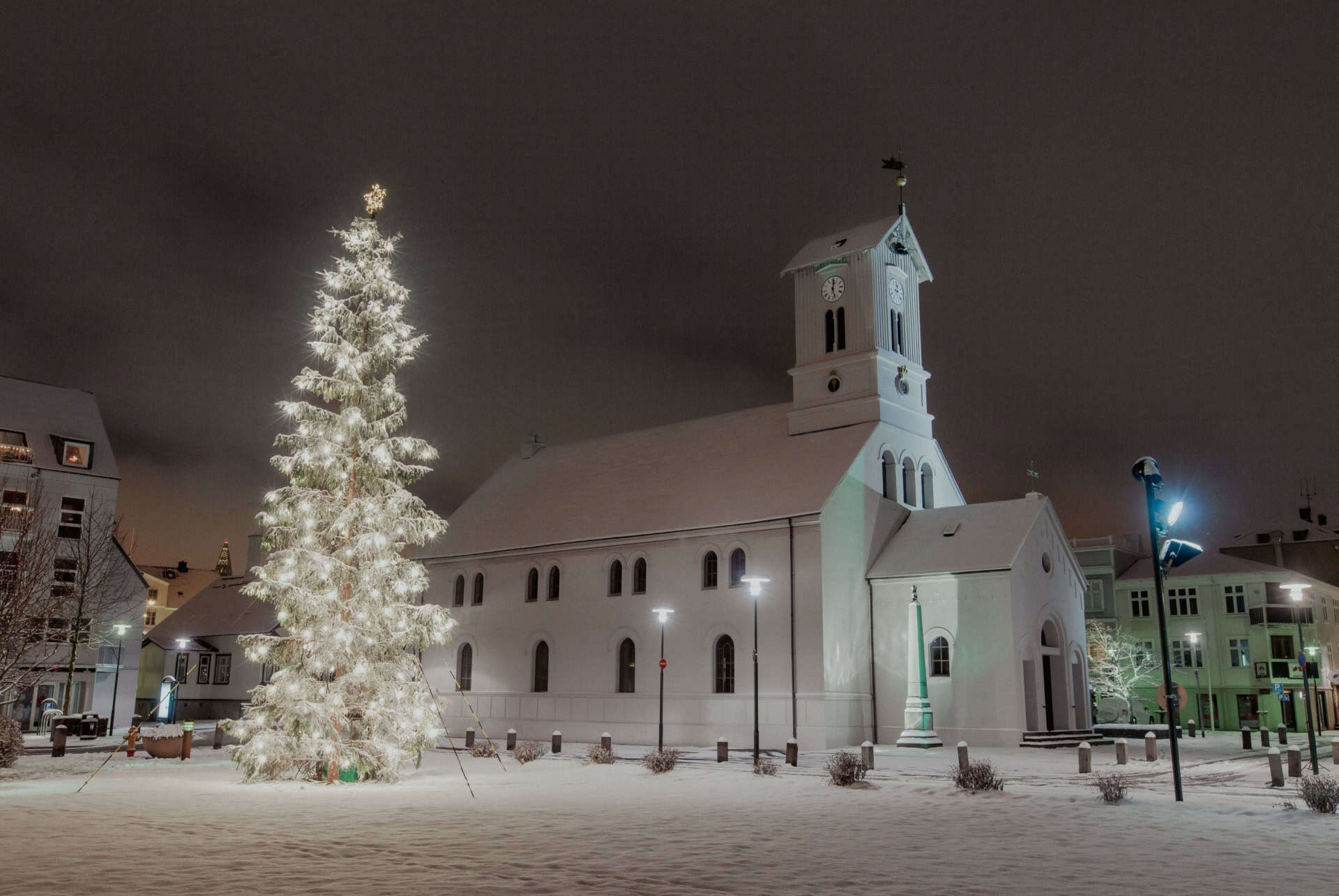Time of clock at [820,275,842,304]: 12:26
